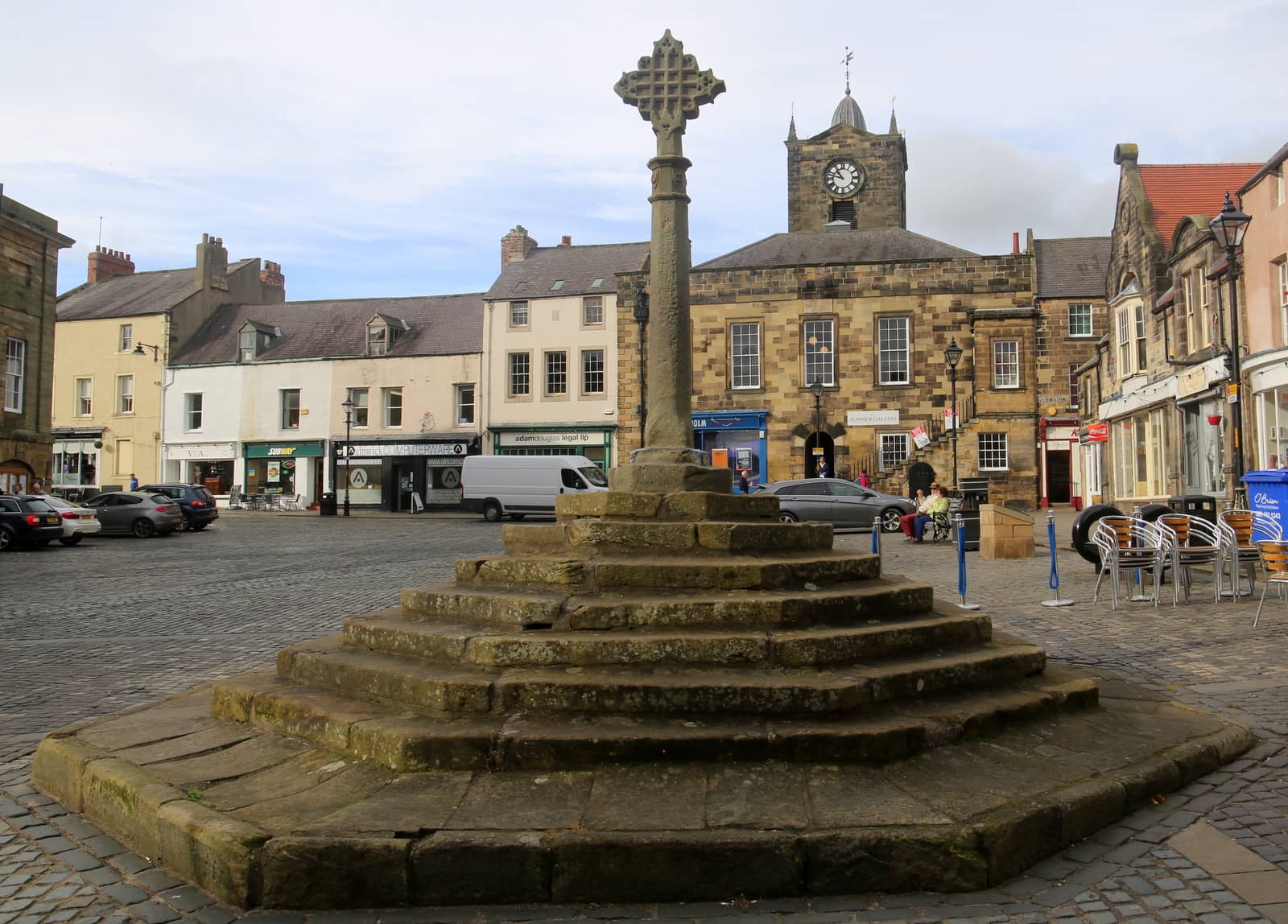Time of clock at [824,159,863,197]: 10:47
